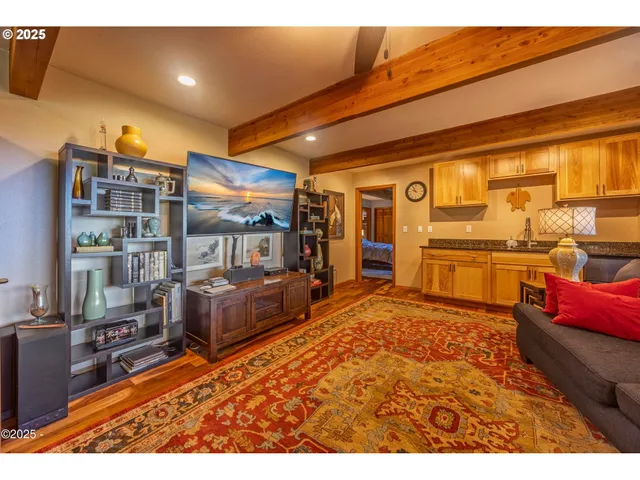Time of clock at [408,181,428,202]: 9:54
